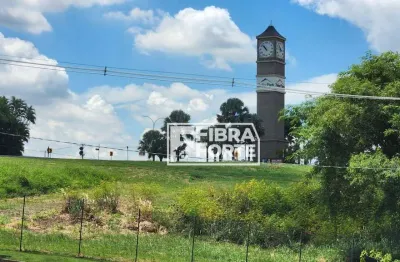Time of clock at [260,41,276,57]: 10:52
